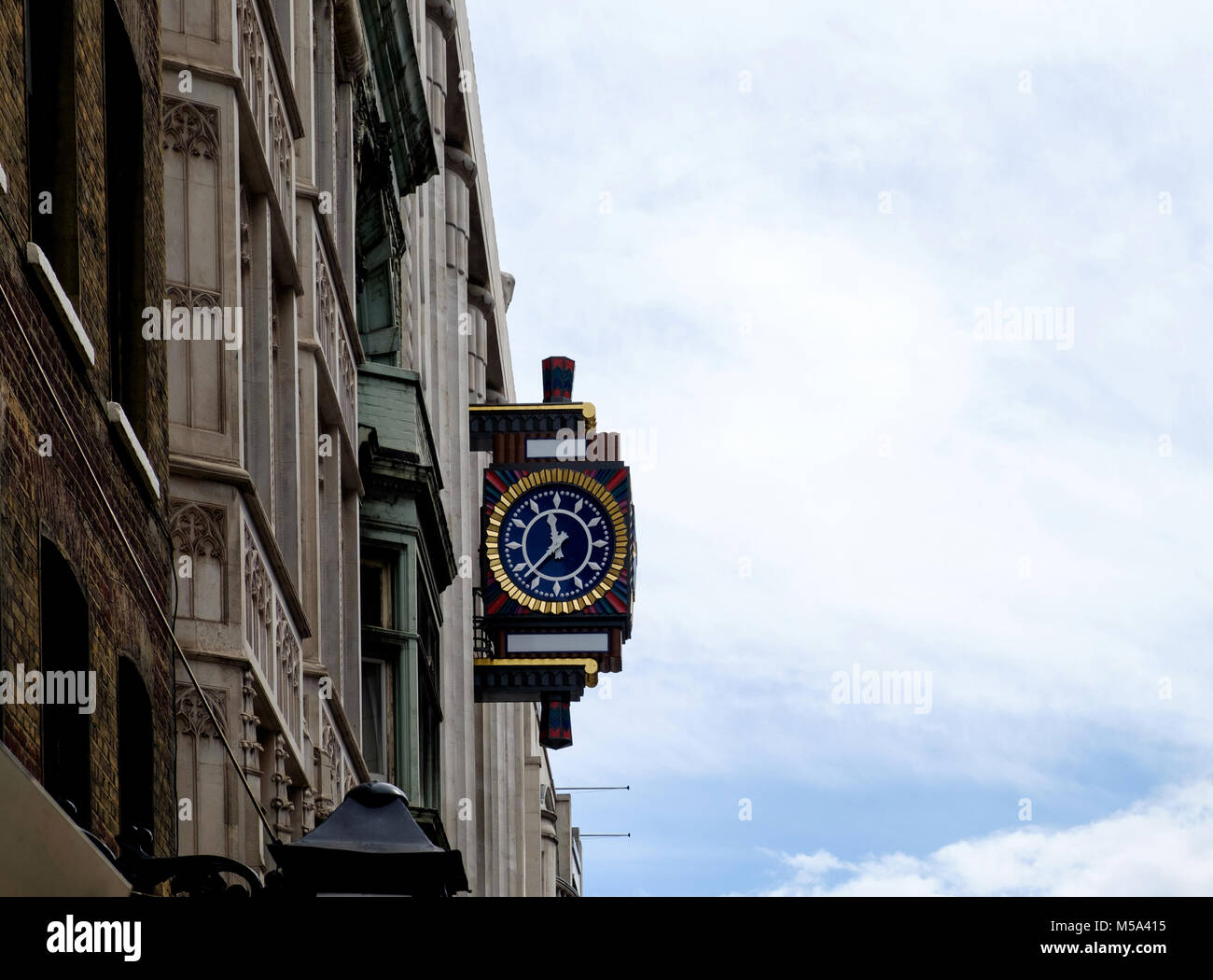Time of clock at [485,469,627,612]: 11:37
